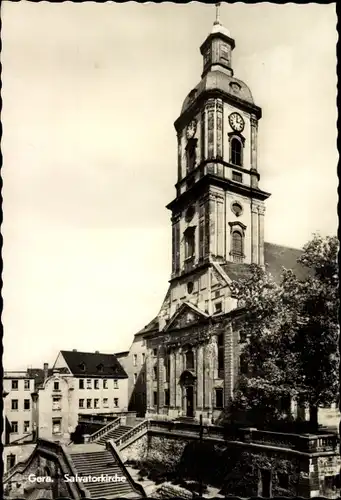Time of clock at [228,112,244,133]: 12:13
